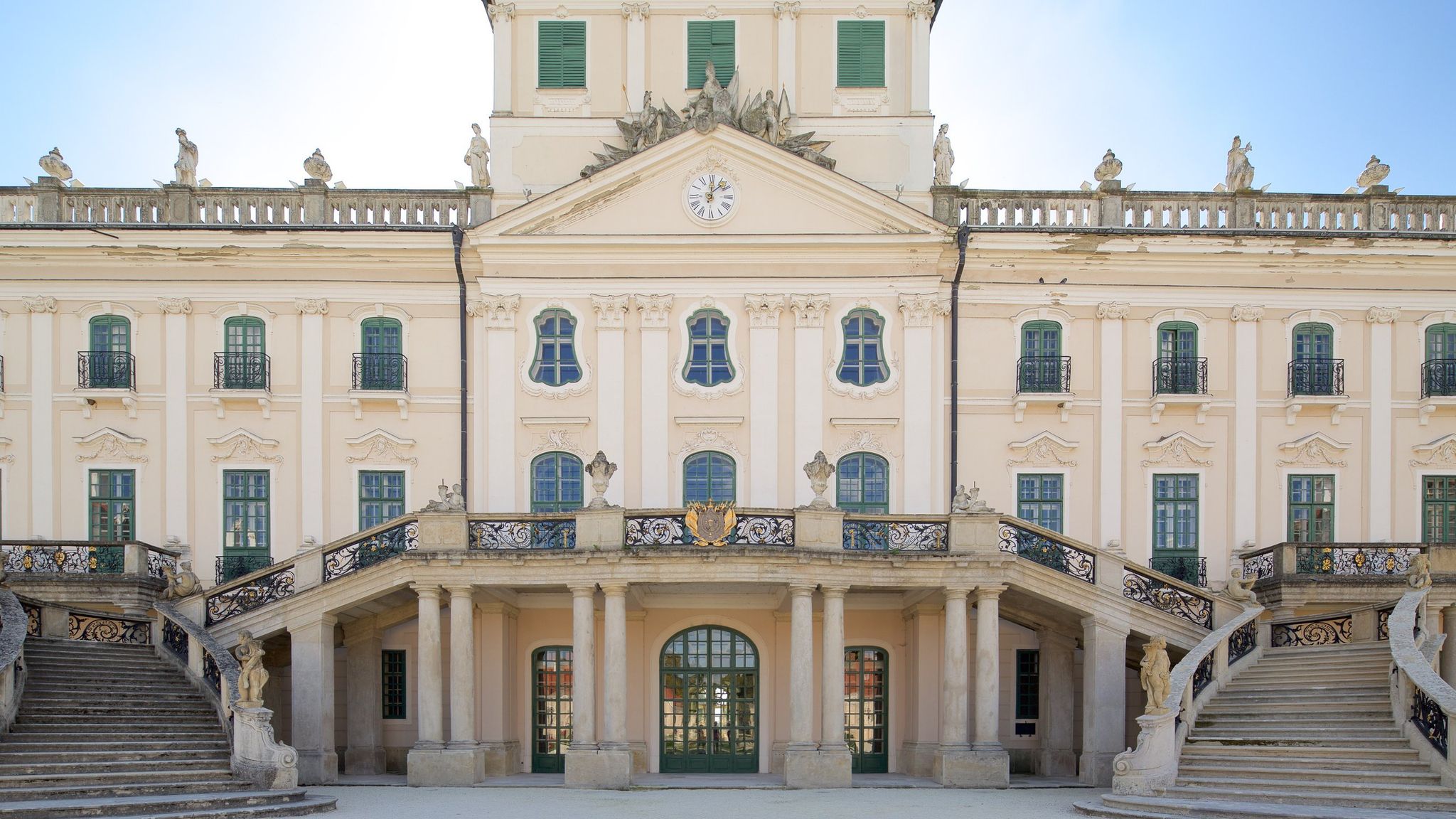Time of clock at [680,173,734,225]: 12:07
